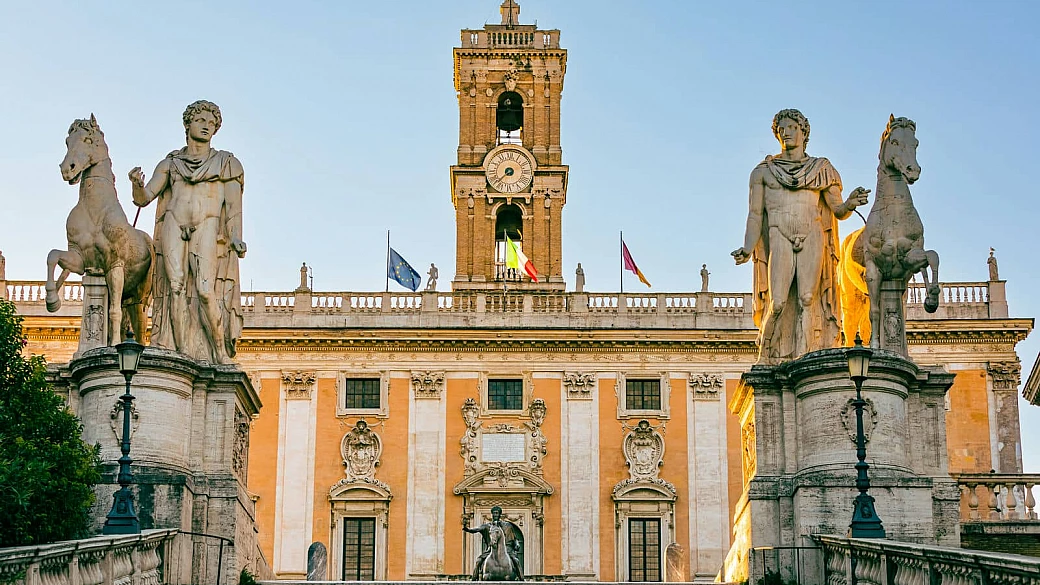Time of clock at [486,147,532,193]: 7:37
